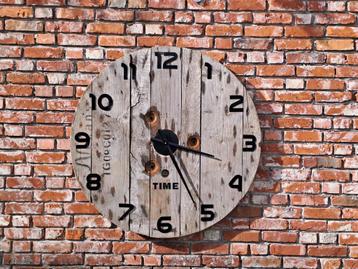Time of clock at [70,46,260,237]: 3:25
